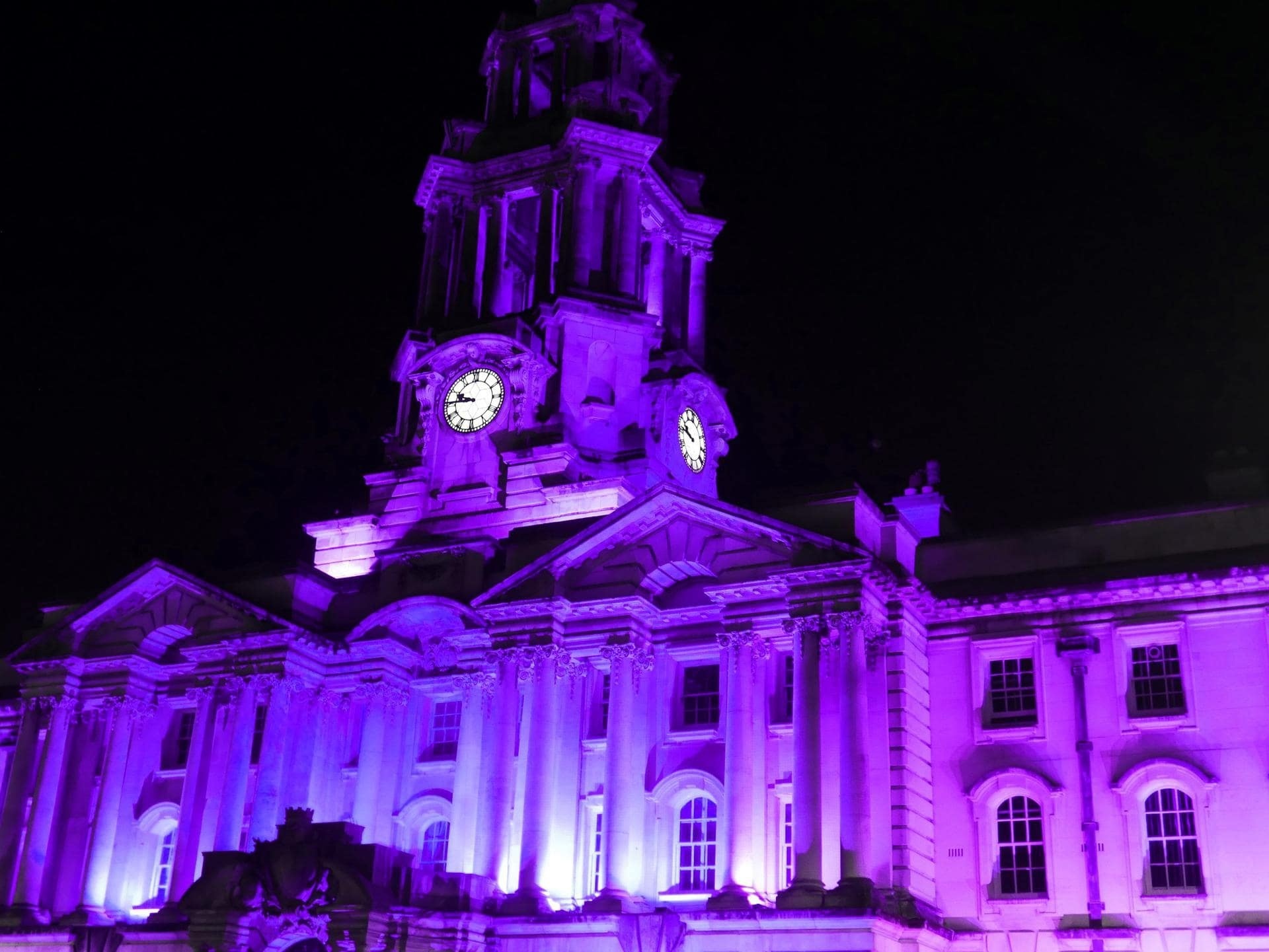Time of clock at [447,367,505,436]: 9:45
